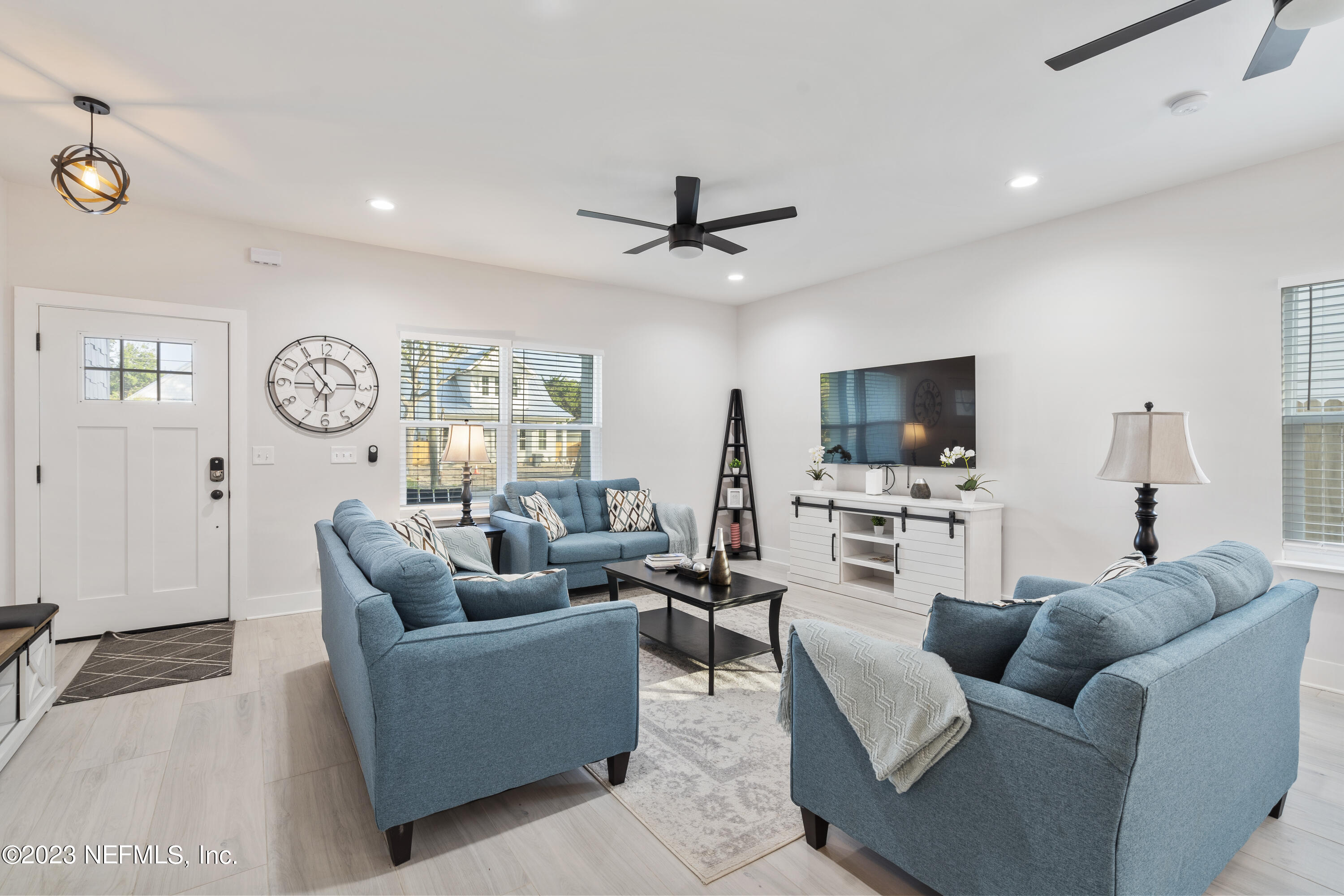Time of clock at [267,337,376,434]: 6:53
